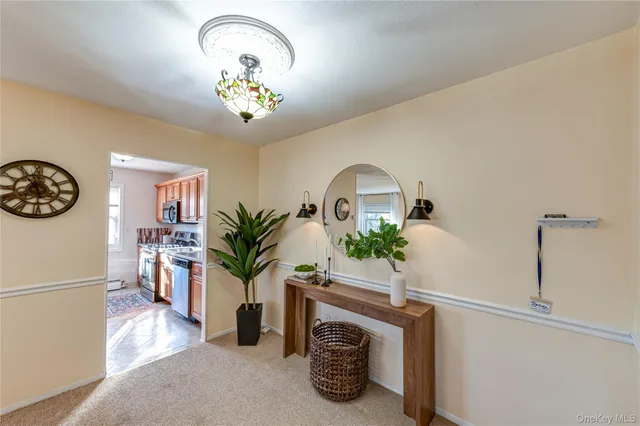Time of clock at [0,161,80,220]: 5:54
